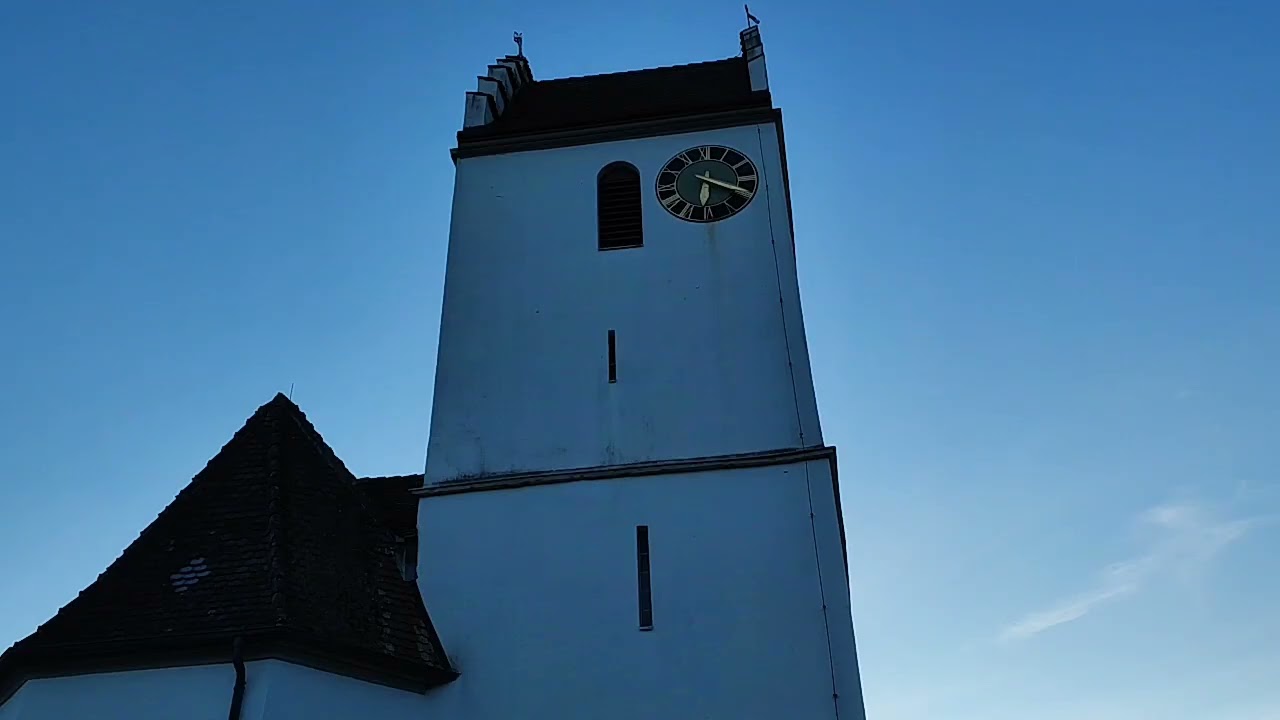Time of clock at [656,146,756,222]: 6:19
